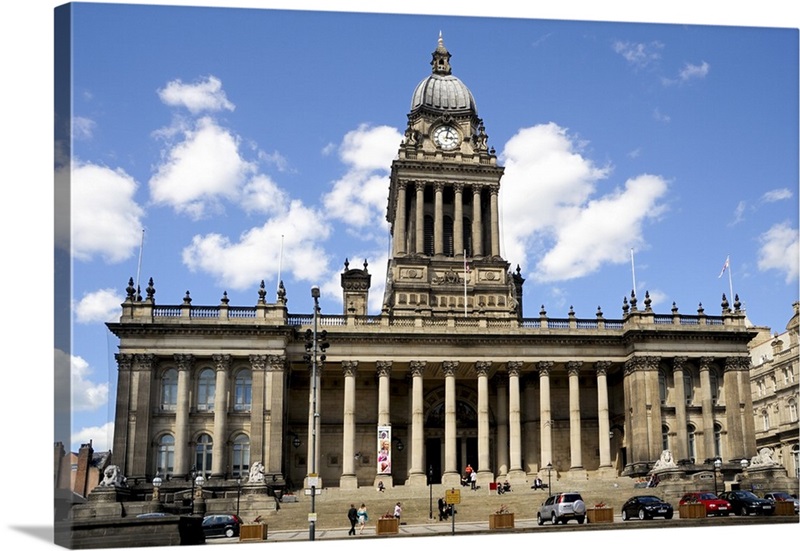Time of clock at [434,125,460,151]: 3:02
